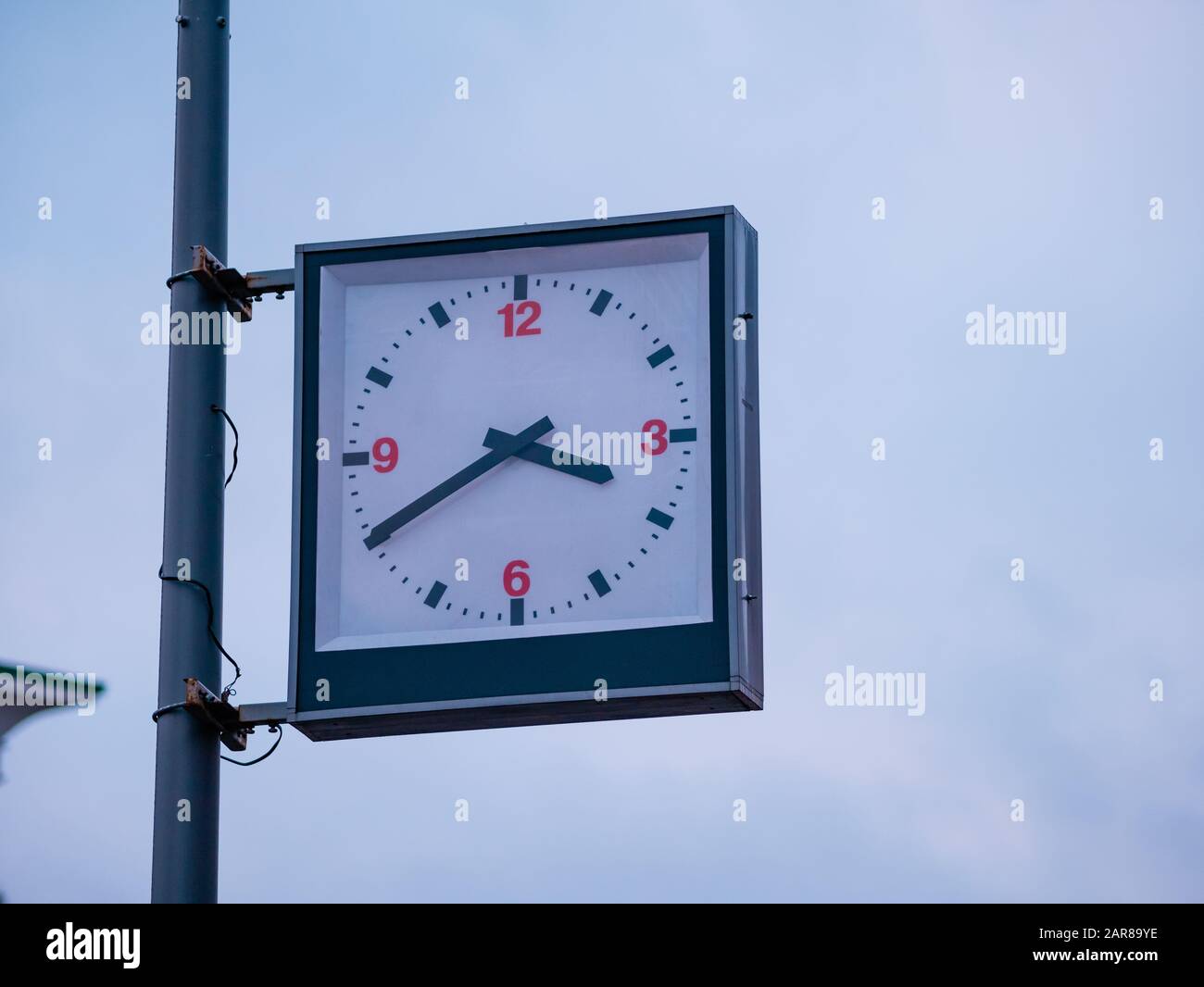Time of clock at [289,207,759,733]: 3:40
